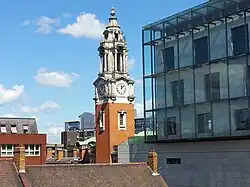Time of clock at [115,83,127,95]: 12:07
